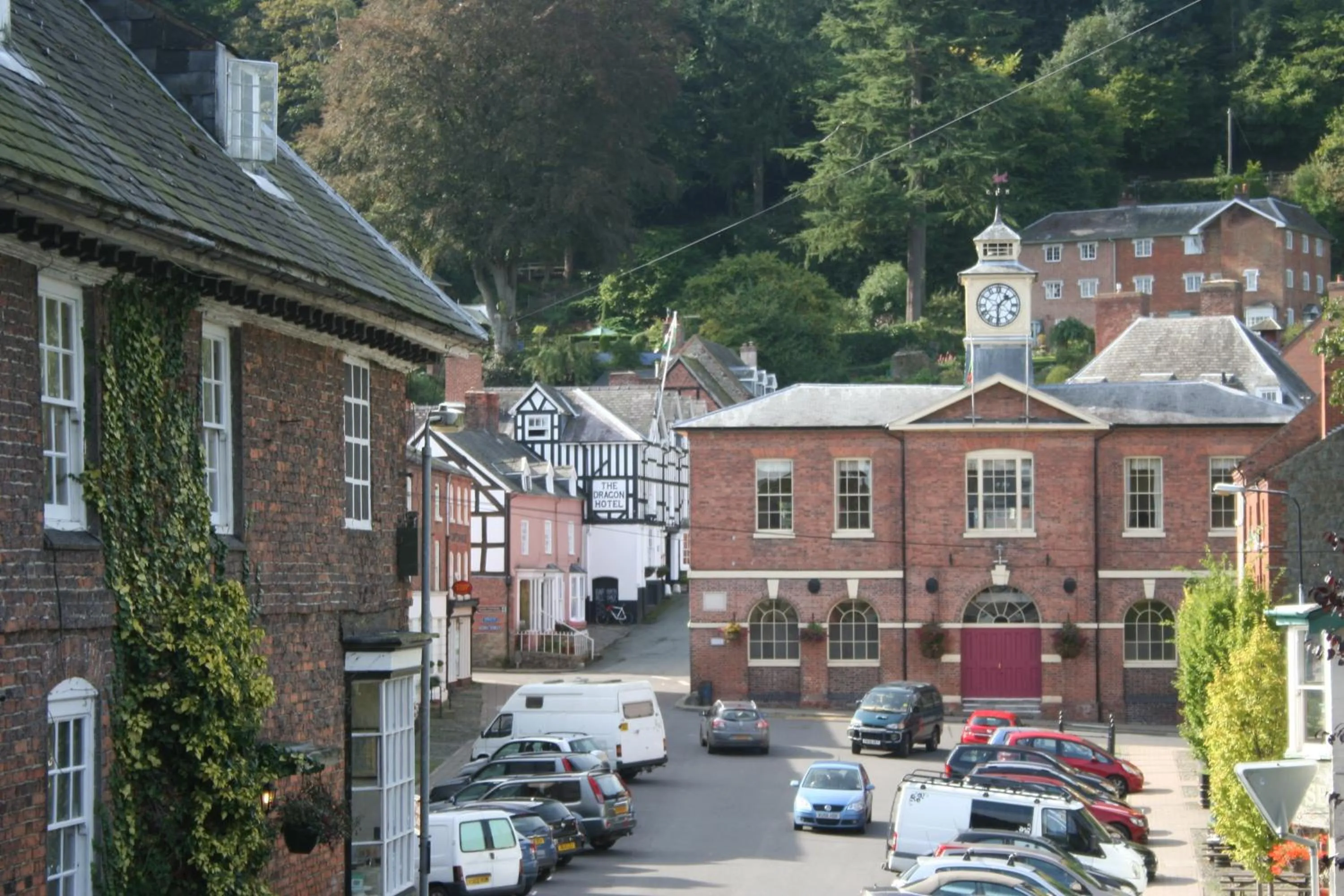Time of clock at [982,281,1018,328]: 1:30
